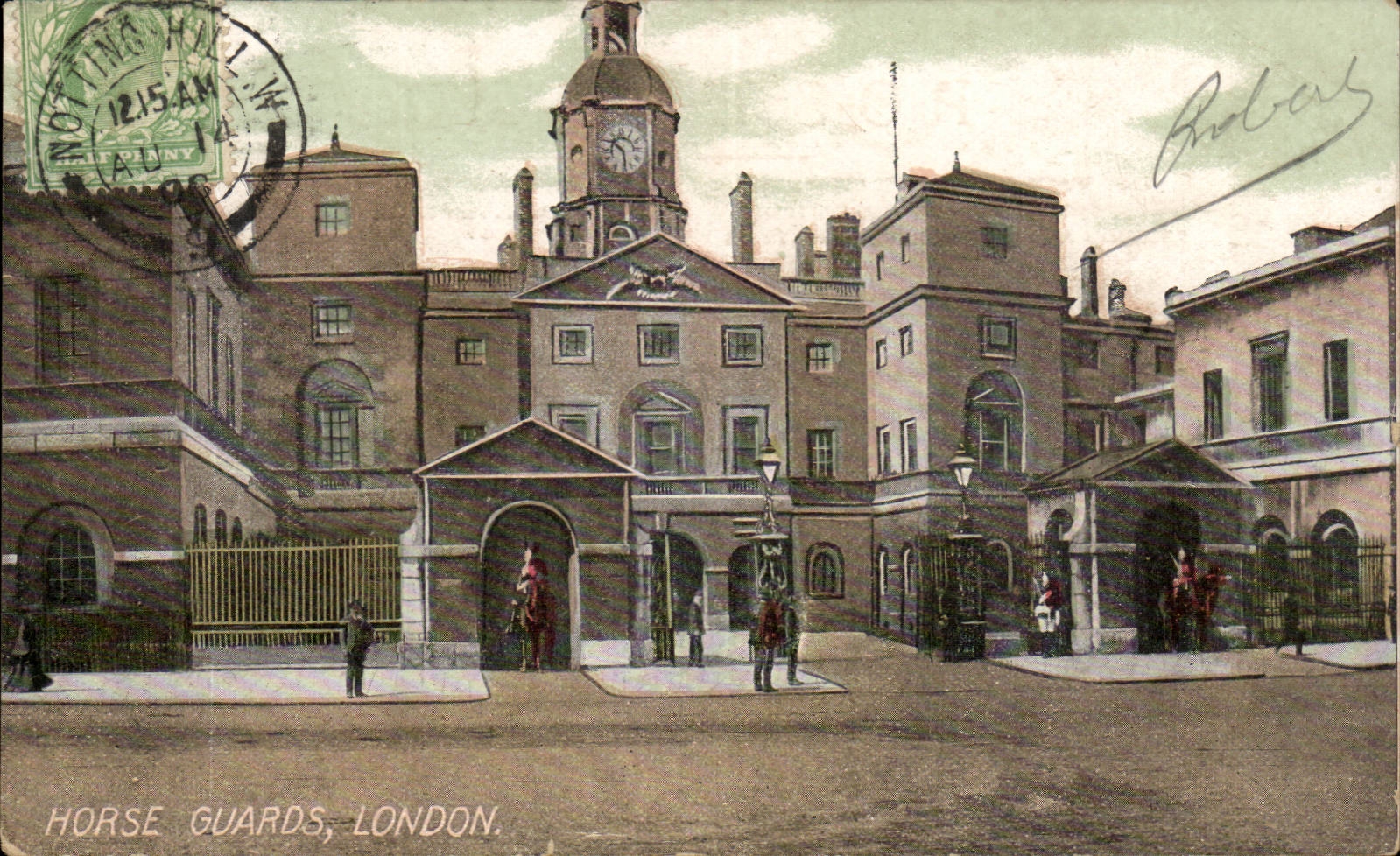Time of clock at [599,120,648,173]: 10:28
